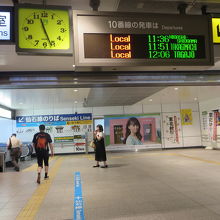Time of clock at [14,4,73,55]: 11:26
